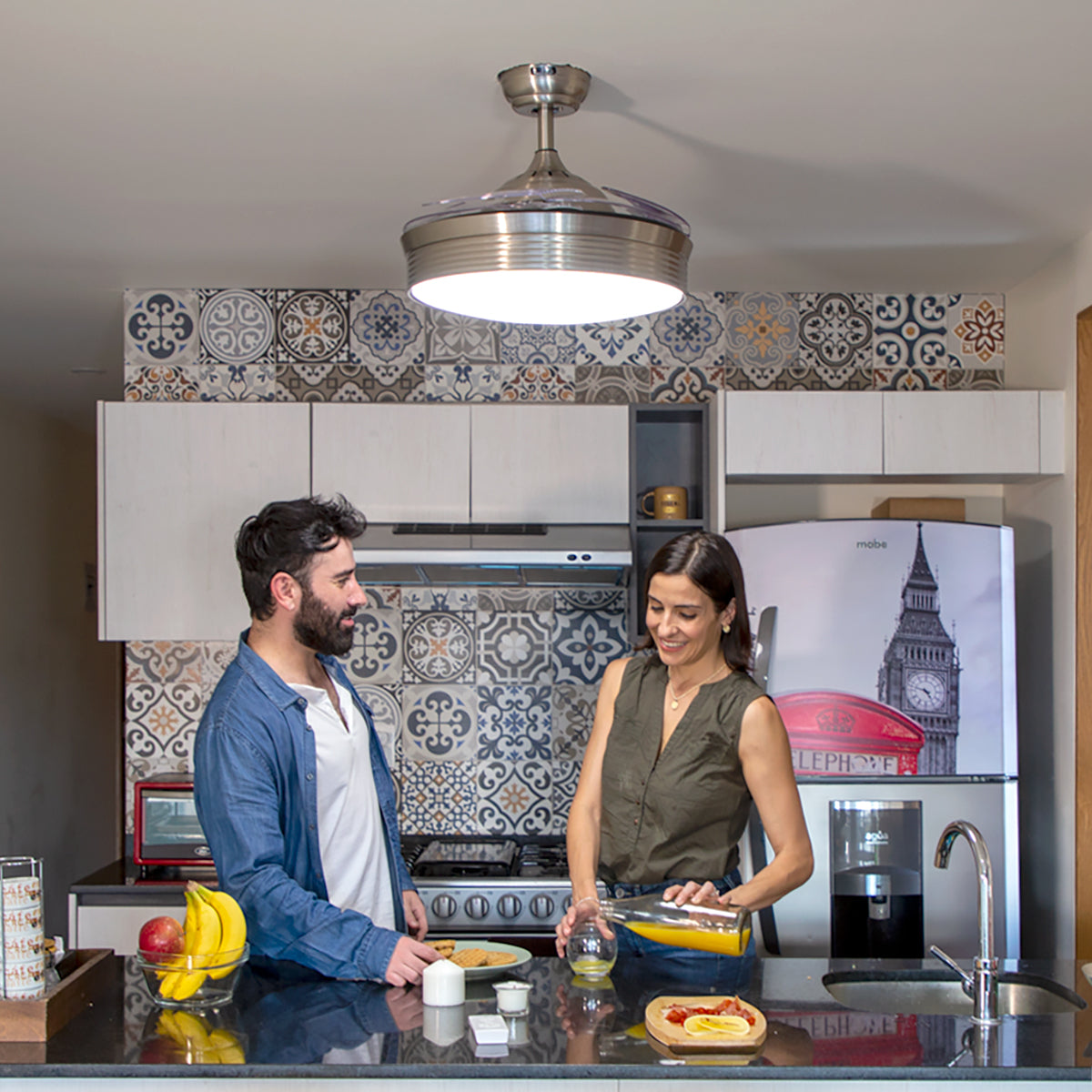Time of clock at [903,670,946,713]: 4:47
